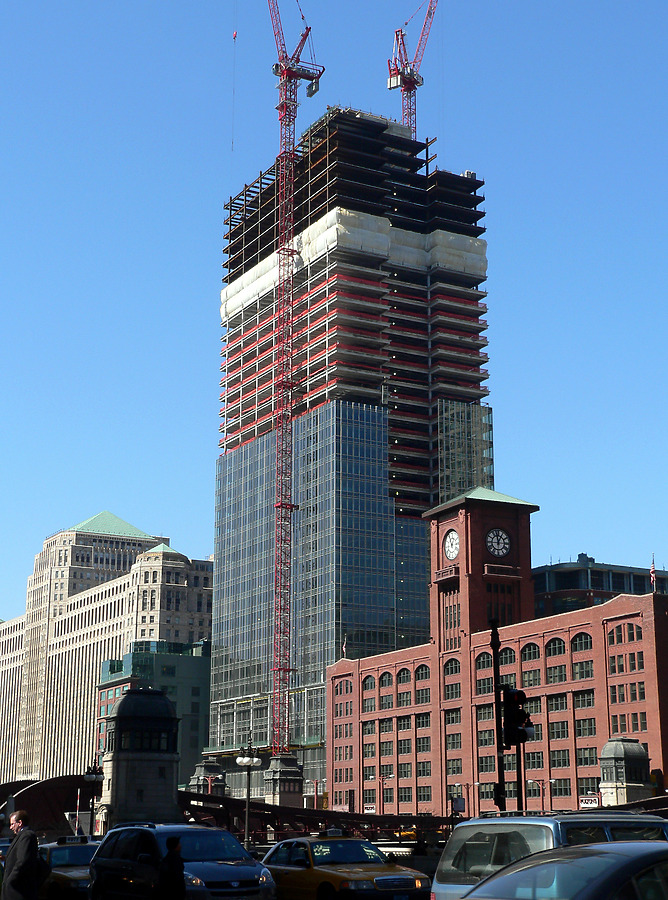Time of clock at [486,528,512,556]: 12:58
